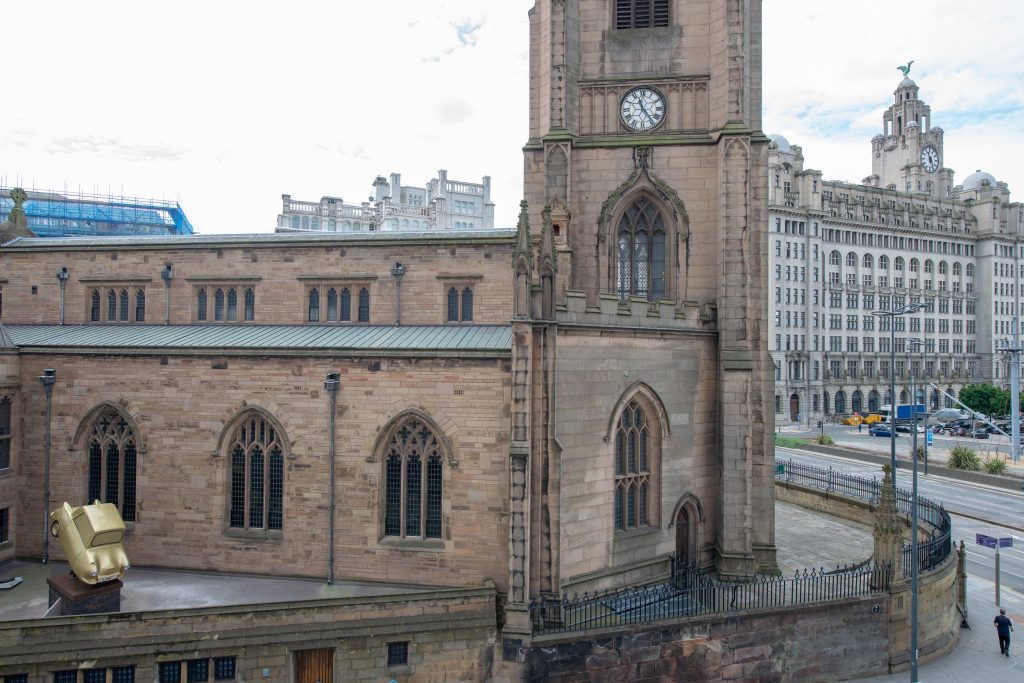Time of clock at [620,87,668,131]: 11:23
